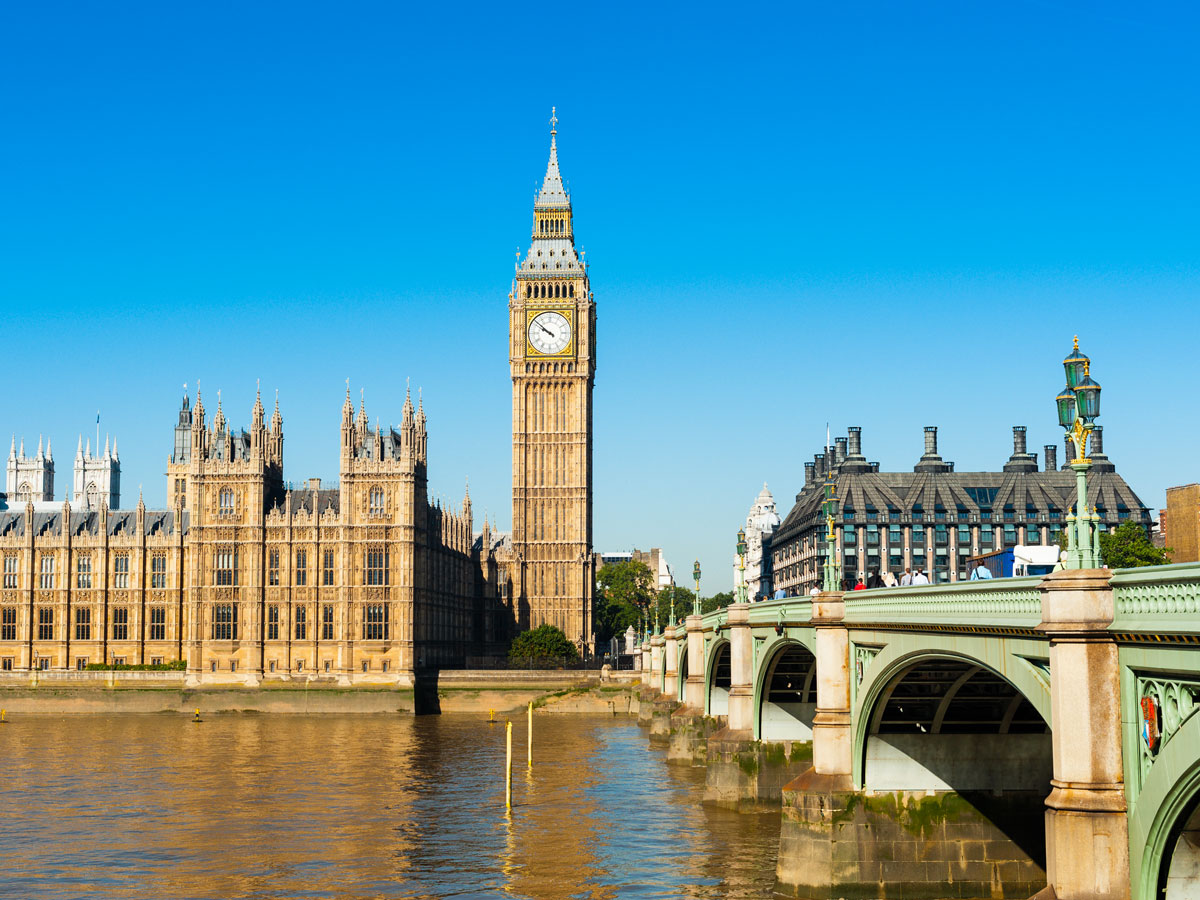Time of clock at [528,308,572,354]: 9:51
